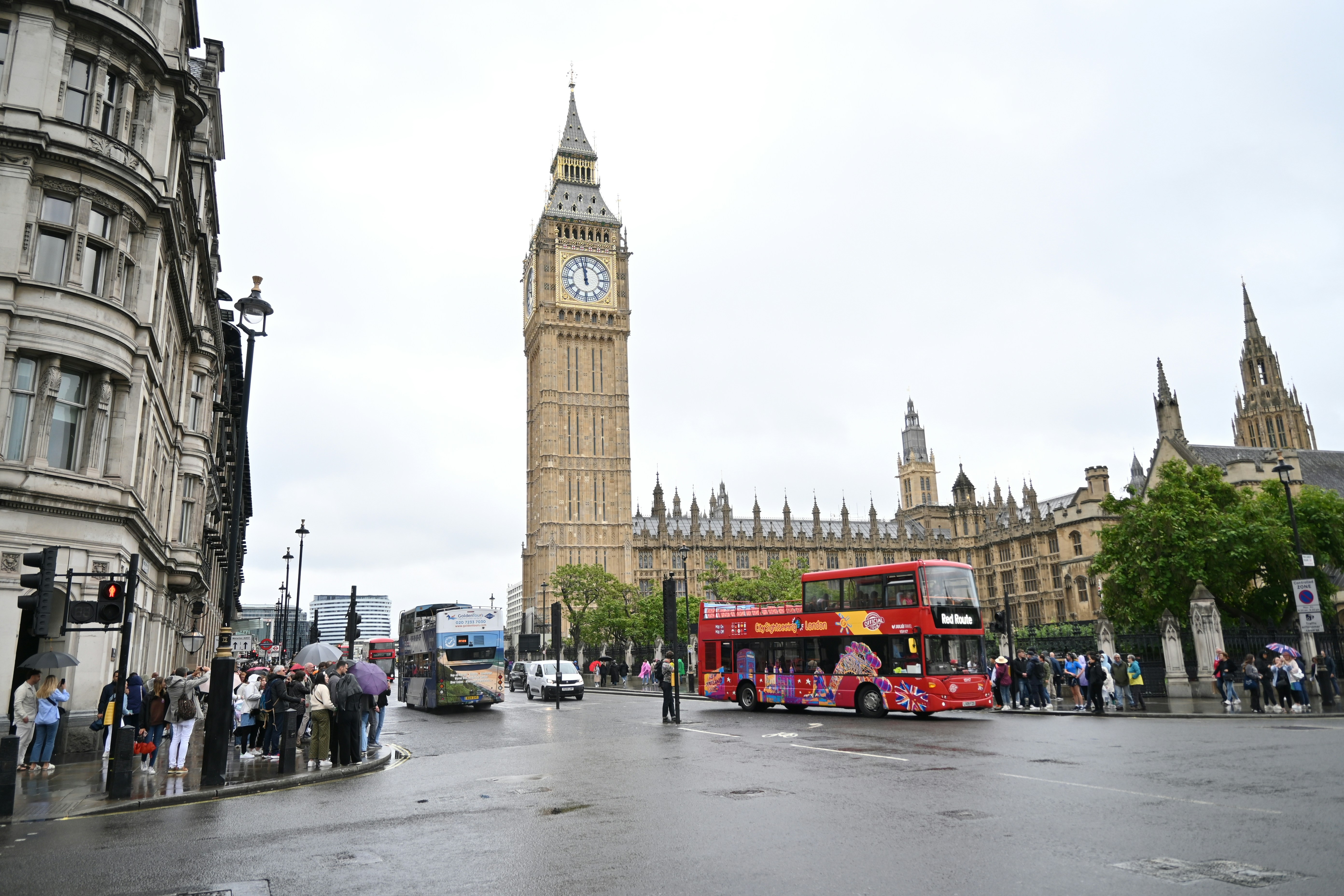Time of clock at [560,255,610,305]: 11:57
